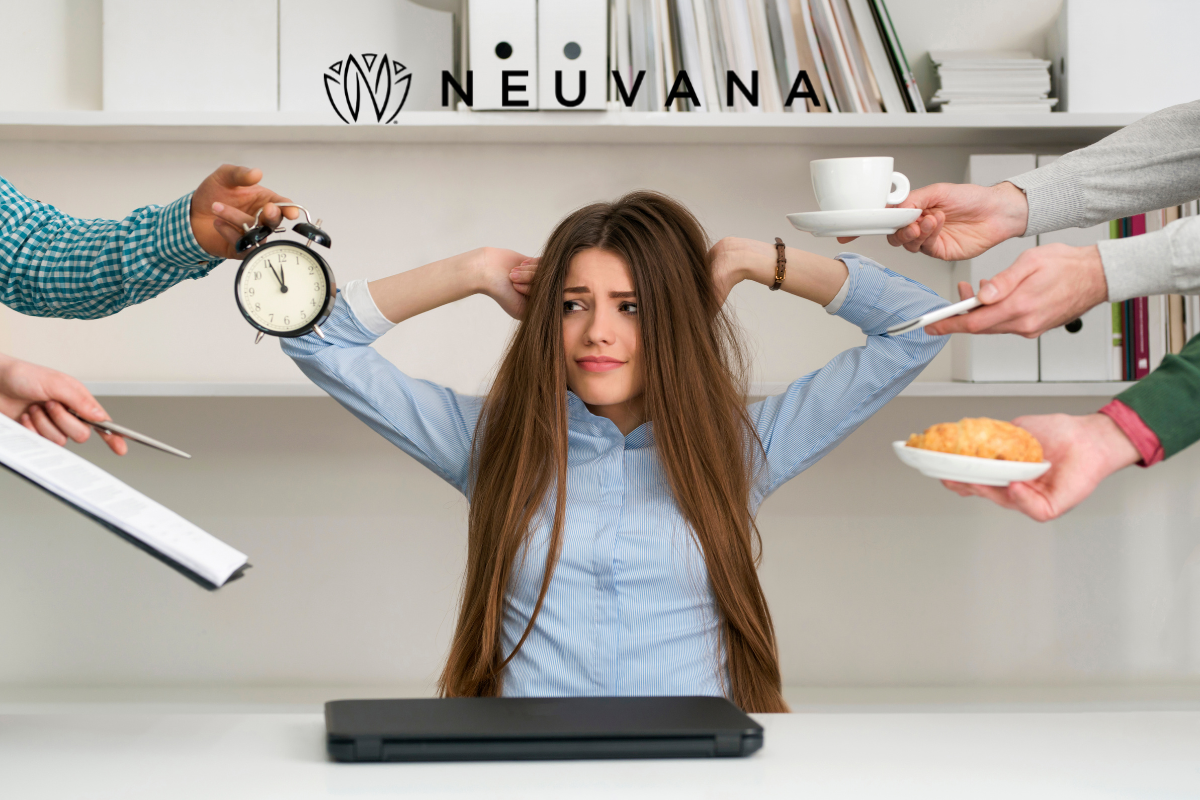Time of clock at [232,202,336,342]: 11:55
